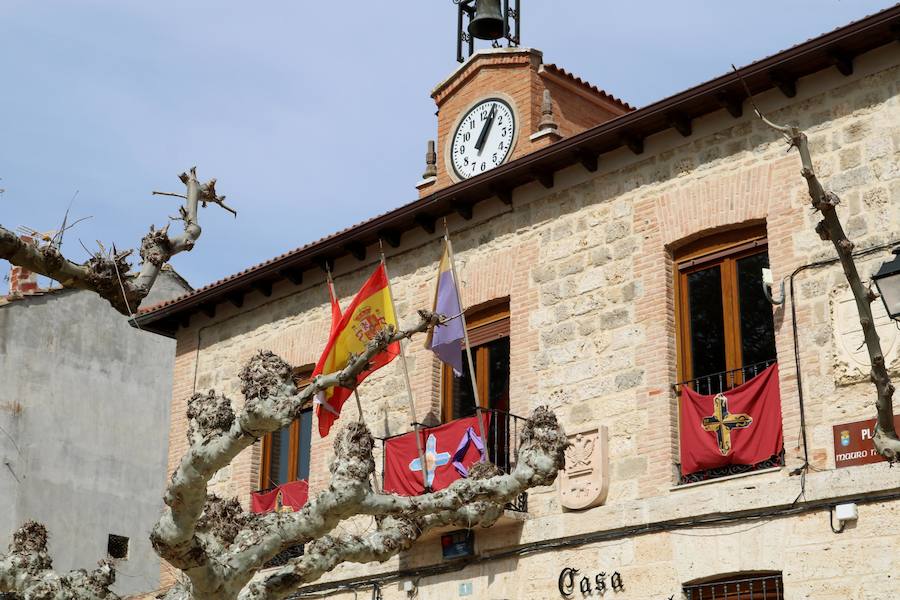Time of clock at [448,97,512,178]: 1:04
